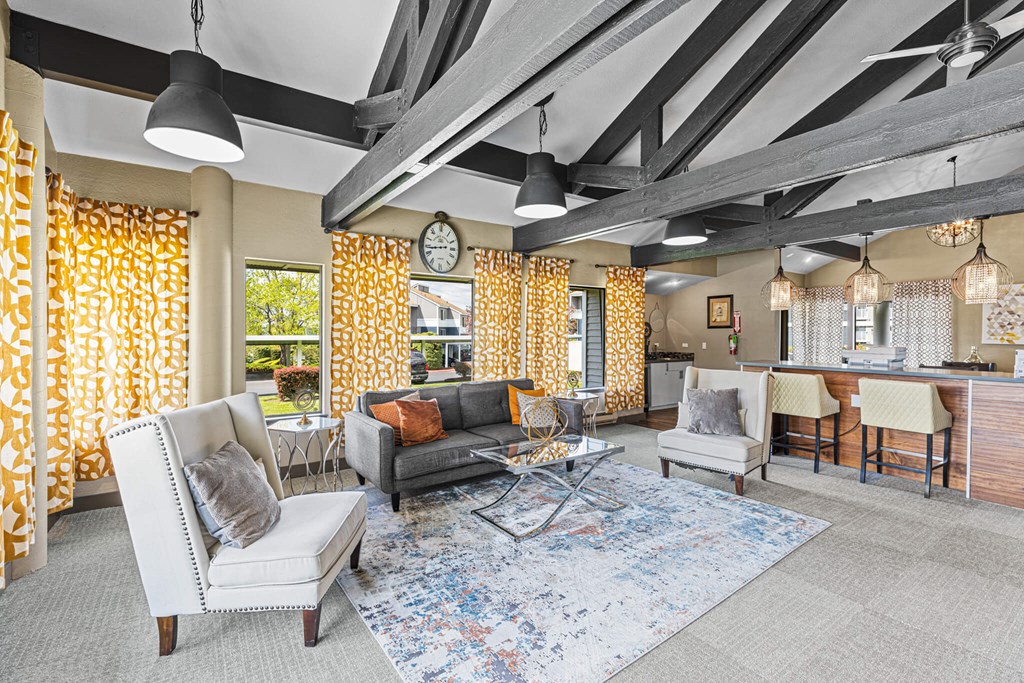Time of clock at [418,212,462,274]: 8:43
